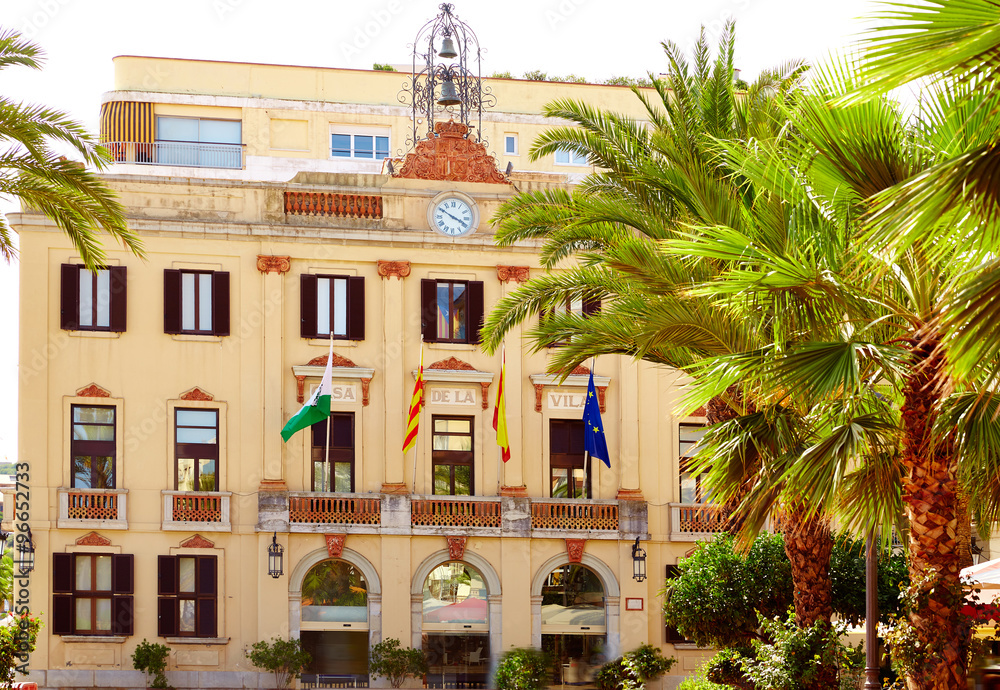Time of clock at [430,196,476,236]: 3:50
